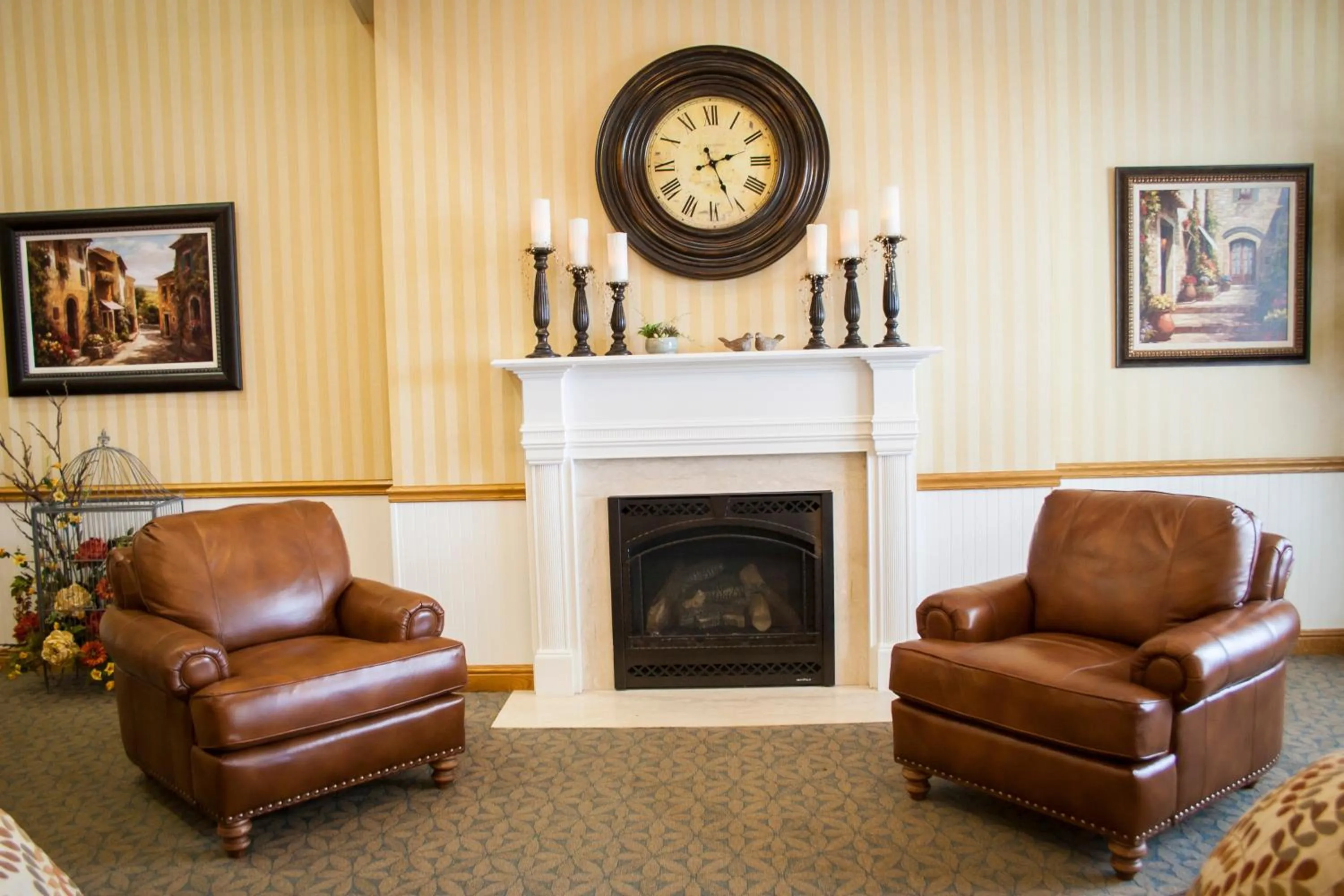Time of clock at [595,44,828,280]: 2:25
